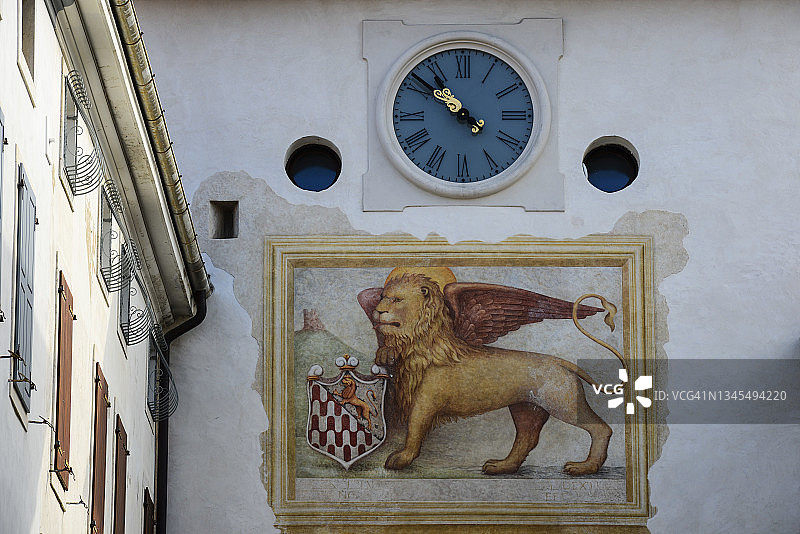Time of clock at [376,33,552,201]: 10:51
